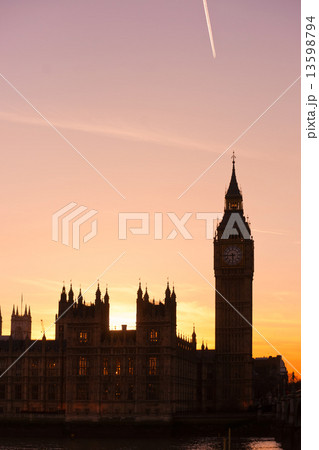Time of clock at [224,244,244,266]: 5:44
